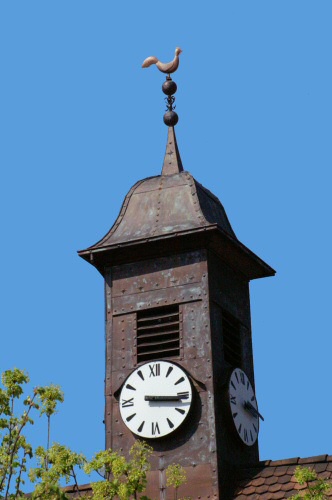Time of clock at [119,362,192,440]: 3:15
